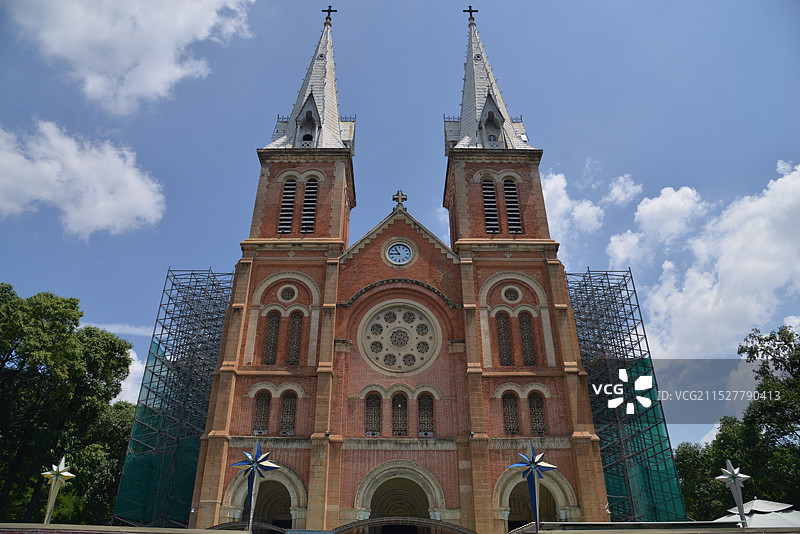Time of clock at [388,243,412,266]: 10:45
